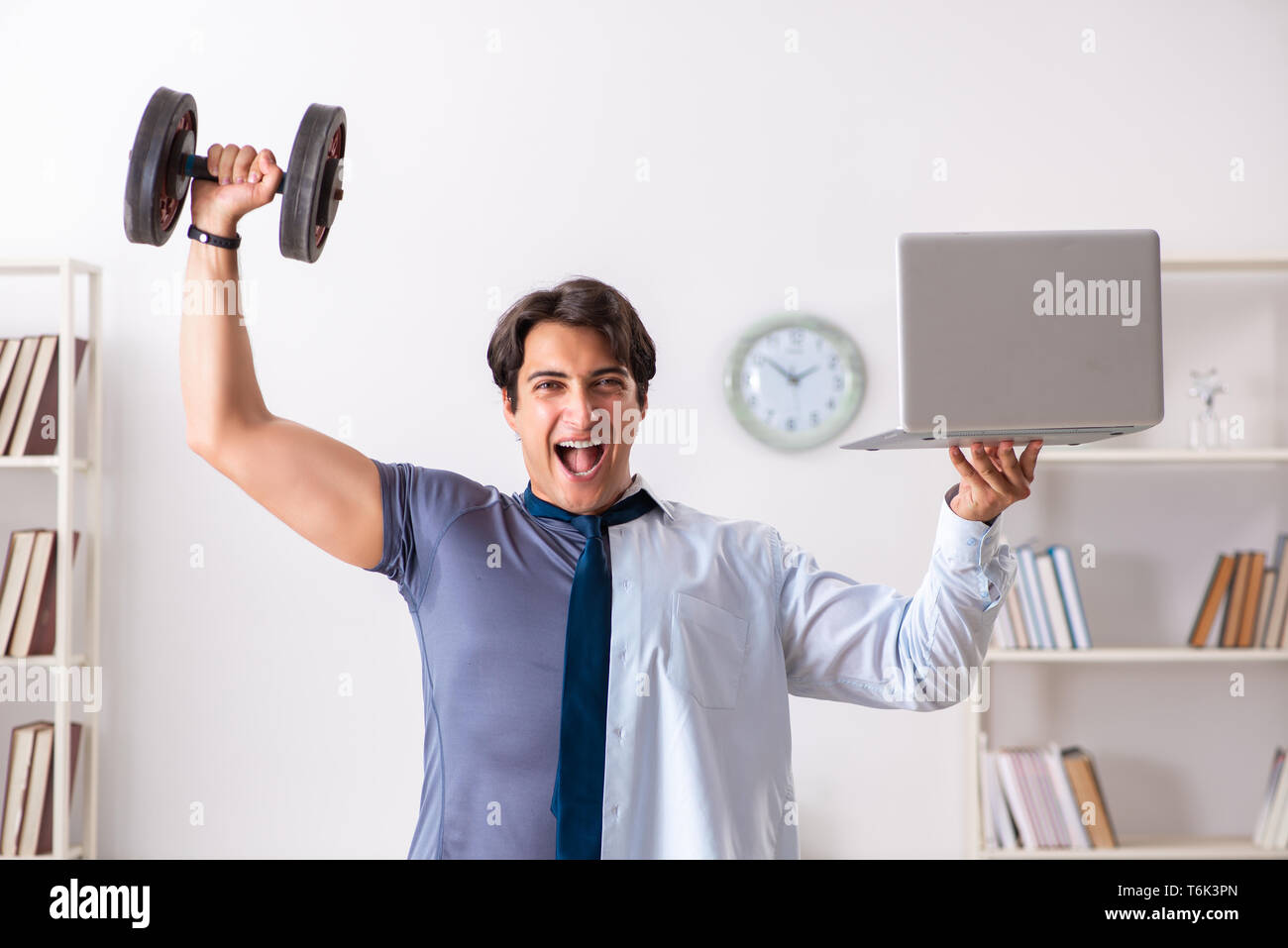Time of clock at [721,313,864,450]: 1:51
